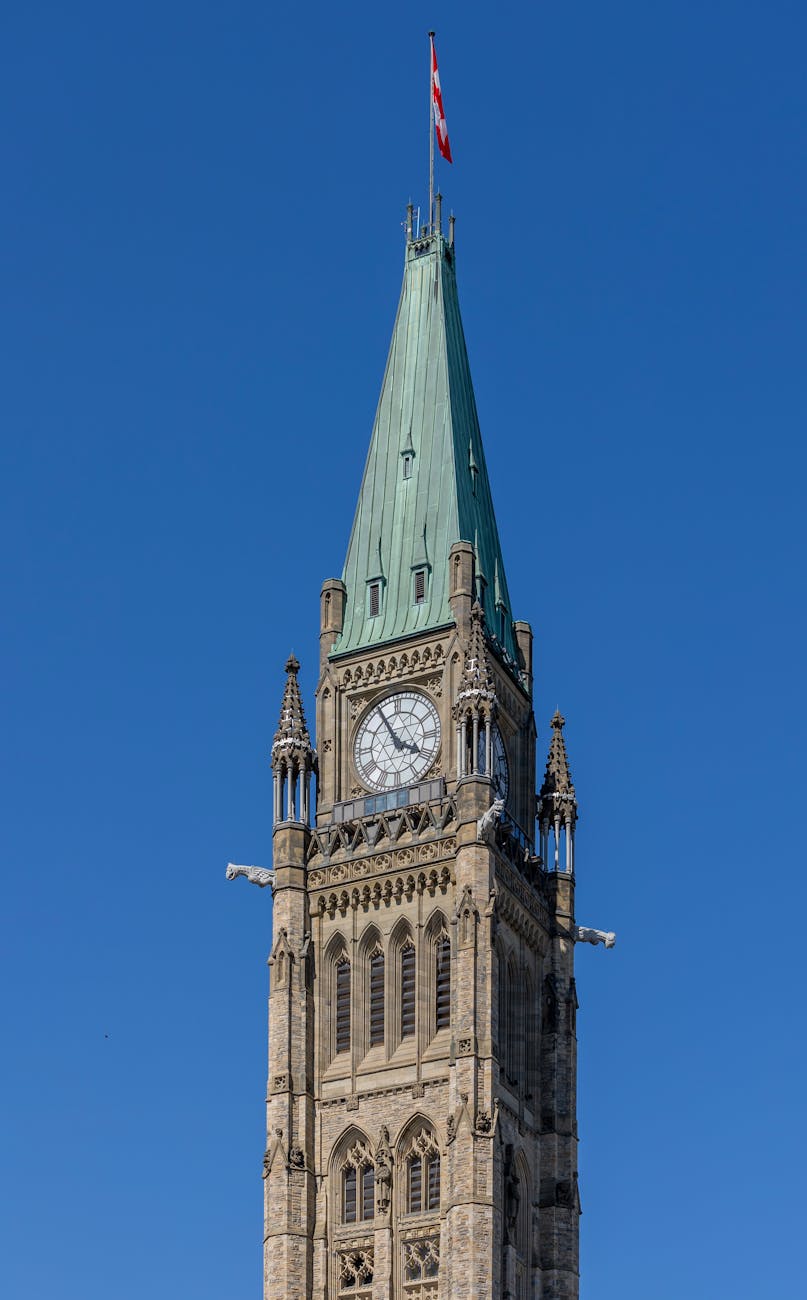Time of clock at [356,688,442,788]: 3:55
